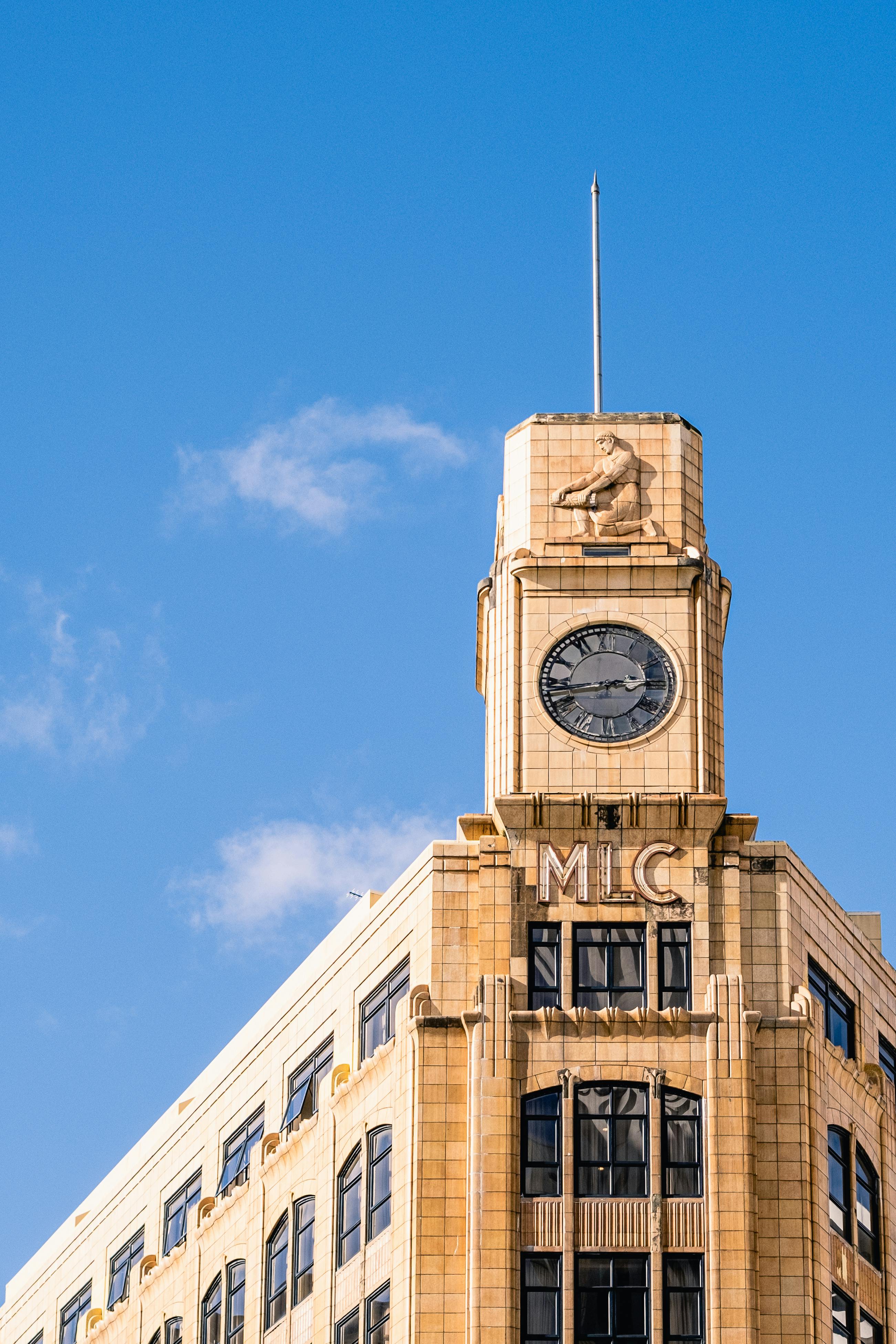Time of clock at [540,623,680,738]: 2:43
